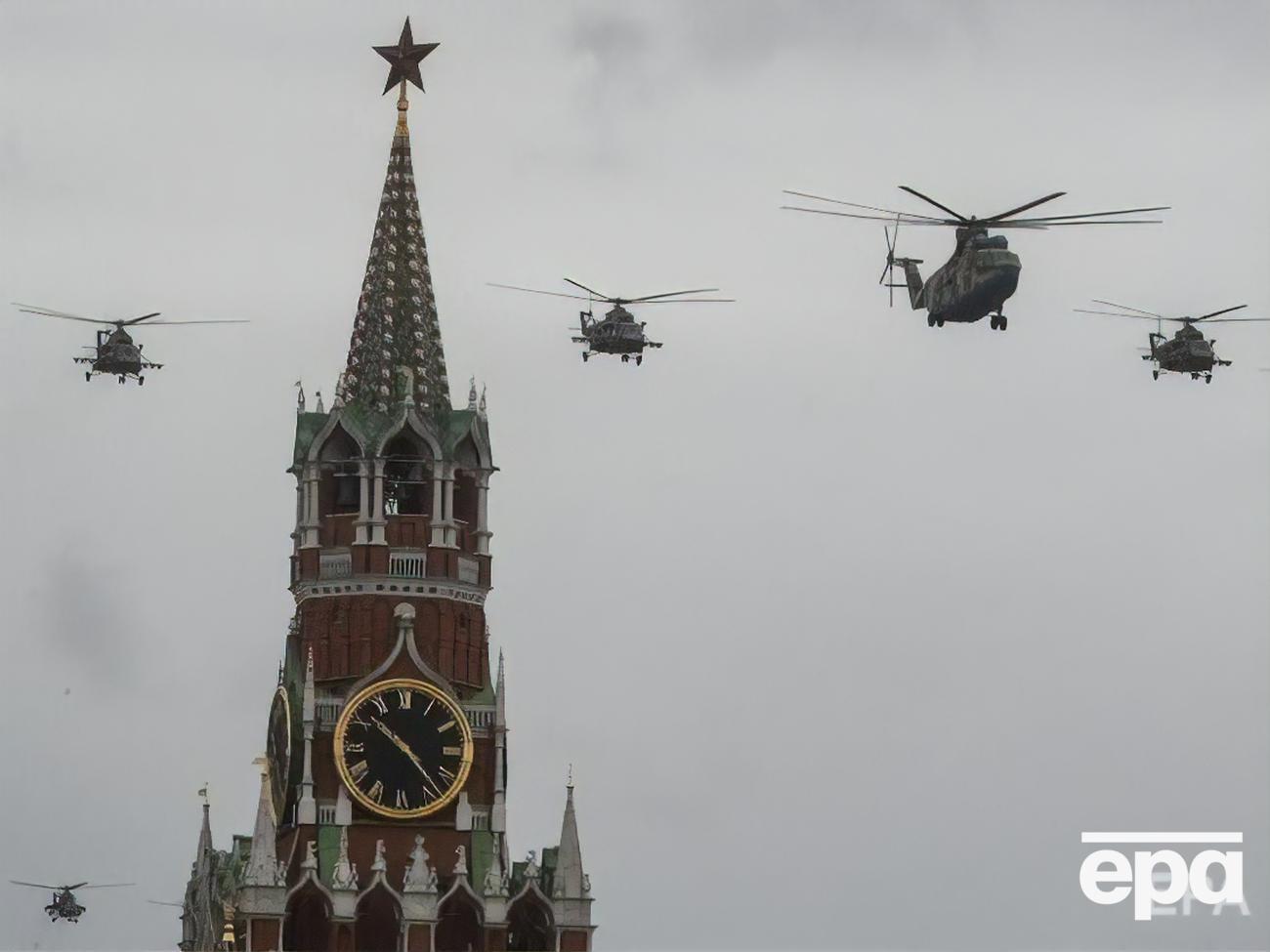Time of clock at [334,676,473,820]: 10:23
